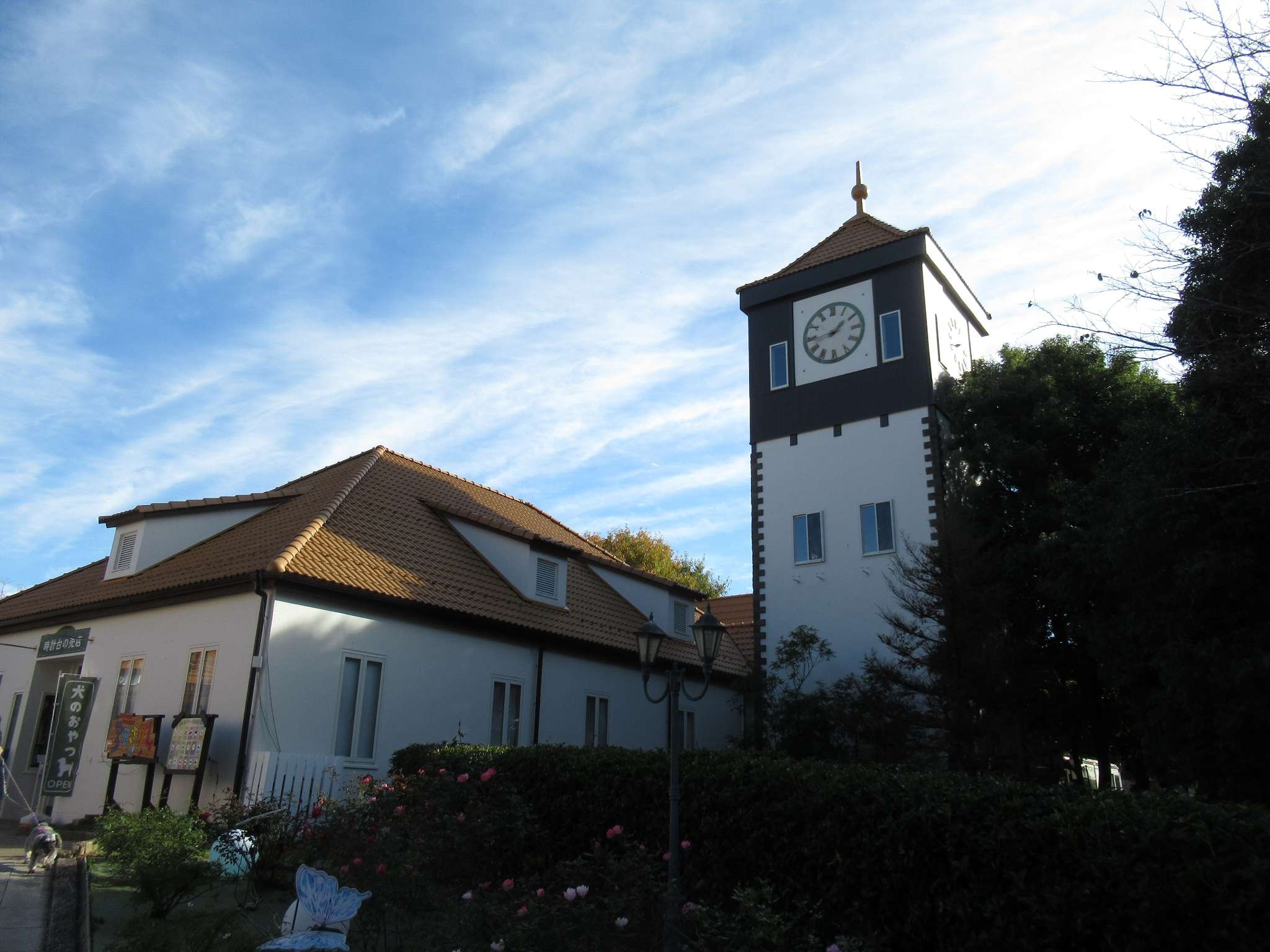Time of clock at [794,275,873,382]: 1:43
